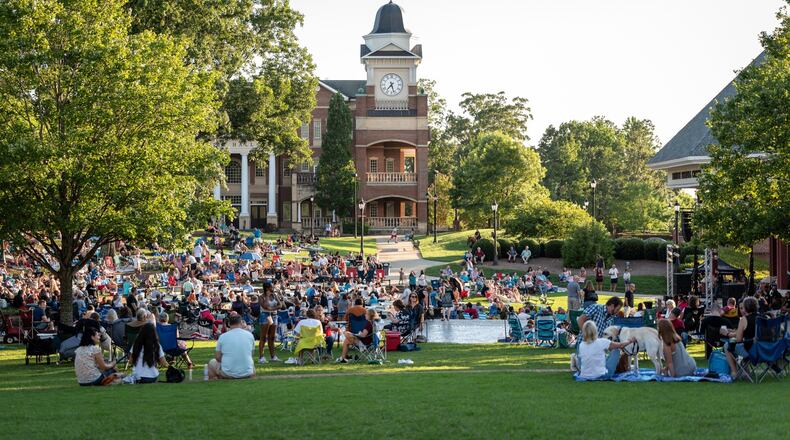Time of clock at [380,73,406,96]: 7:27
